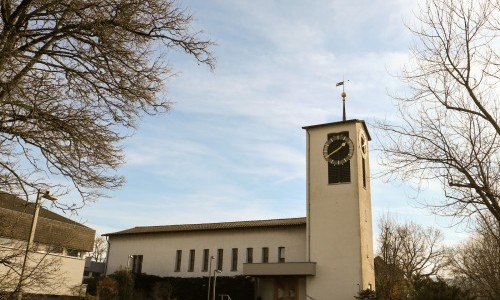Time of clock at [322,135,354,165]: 1:40
